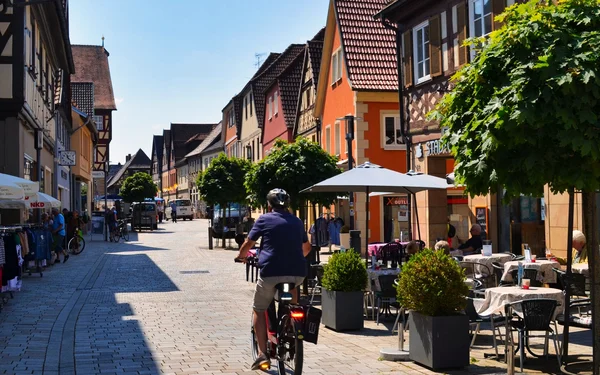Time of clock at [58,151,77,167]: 11:21
